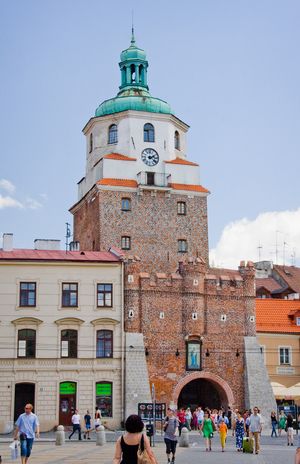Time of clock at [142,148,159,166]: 2:21
